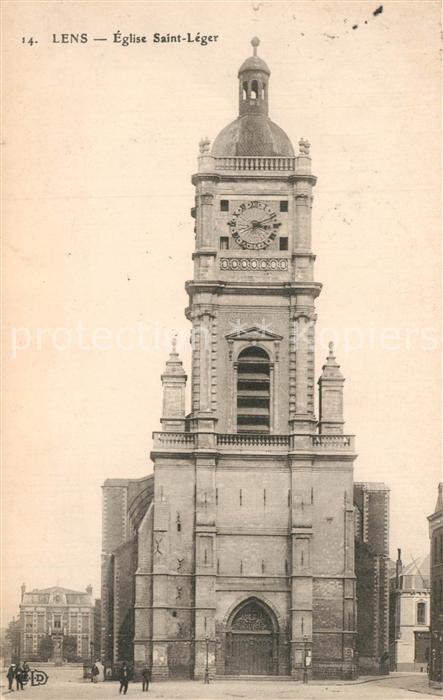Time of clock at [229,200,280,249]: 3:11
